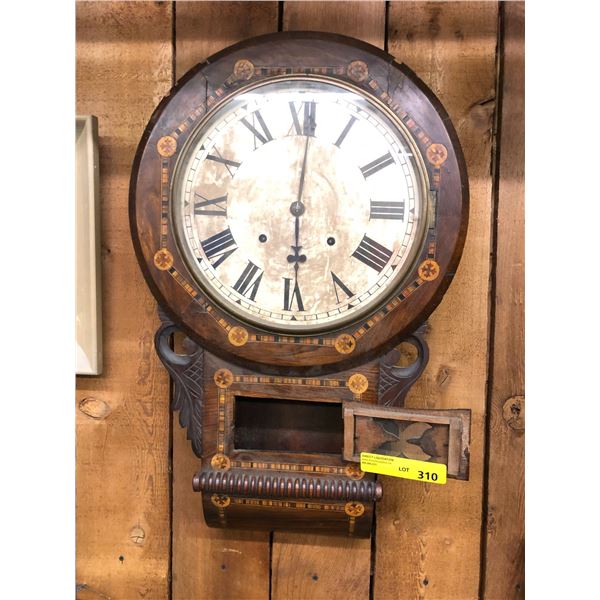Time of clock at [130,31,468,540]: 6:01
